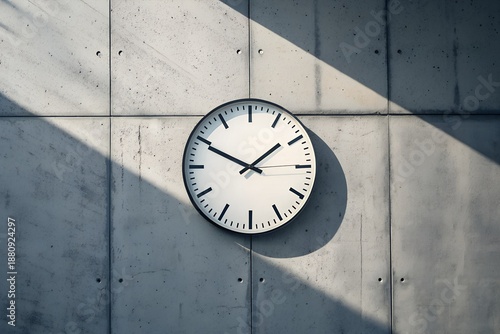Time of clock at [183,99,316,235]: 1:49
